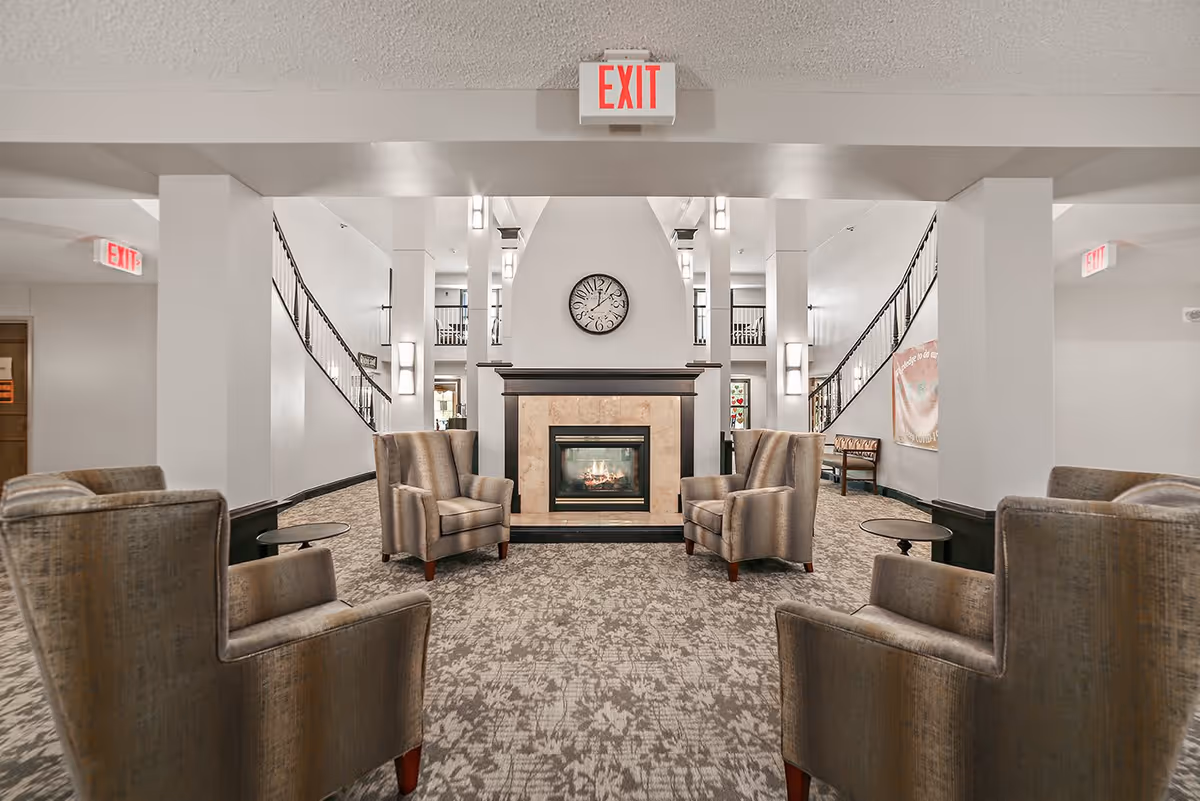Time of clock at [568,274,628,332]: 12:08
